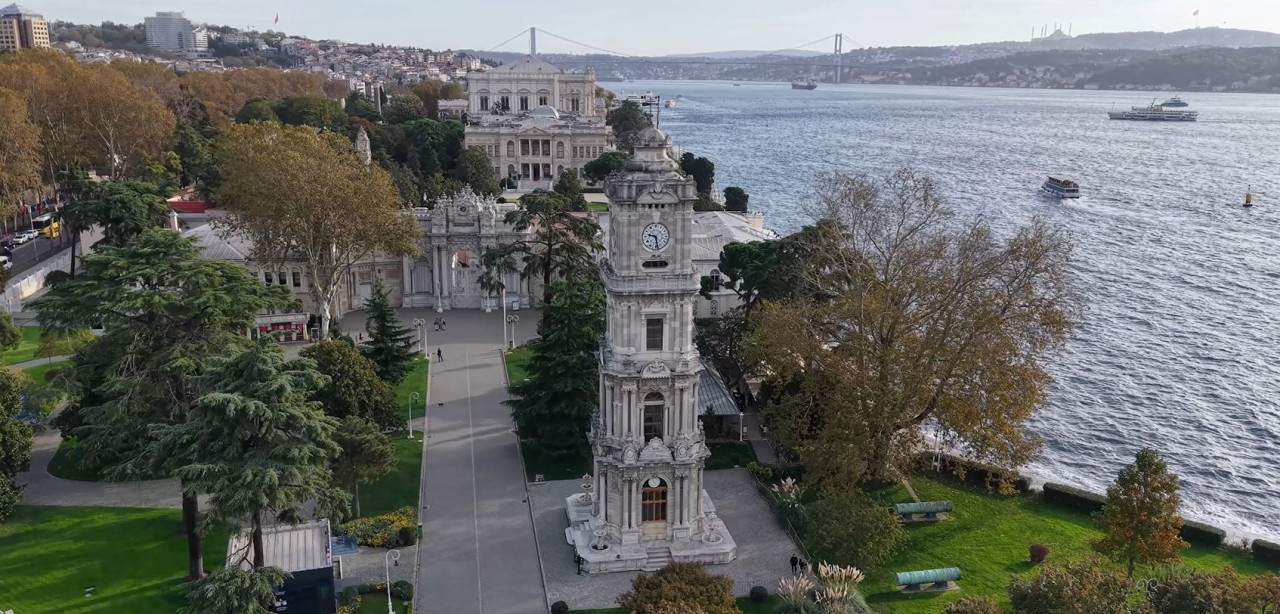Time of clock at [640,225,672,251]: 9:28
